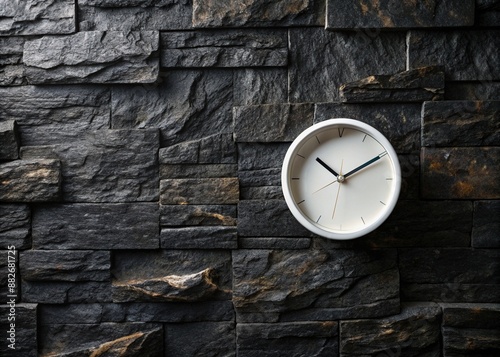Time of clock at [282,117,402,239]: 10:10
